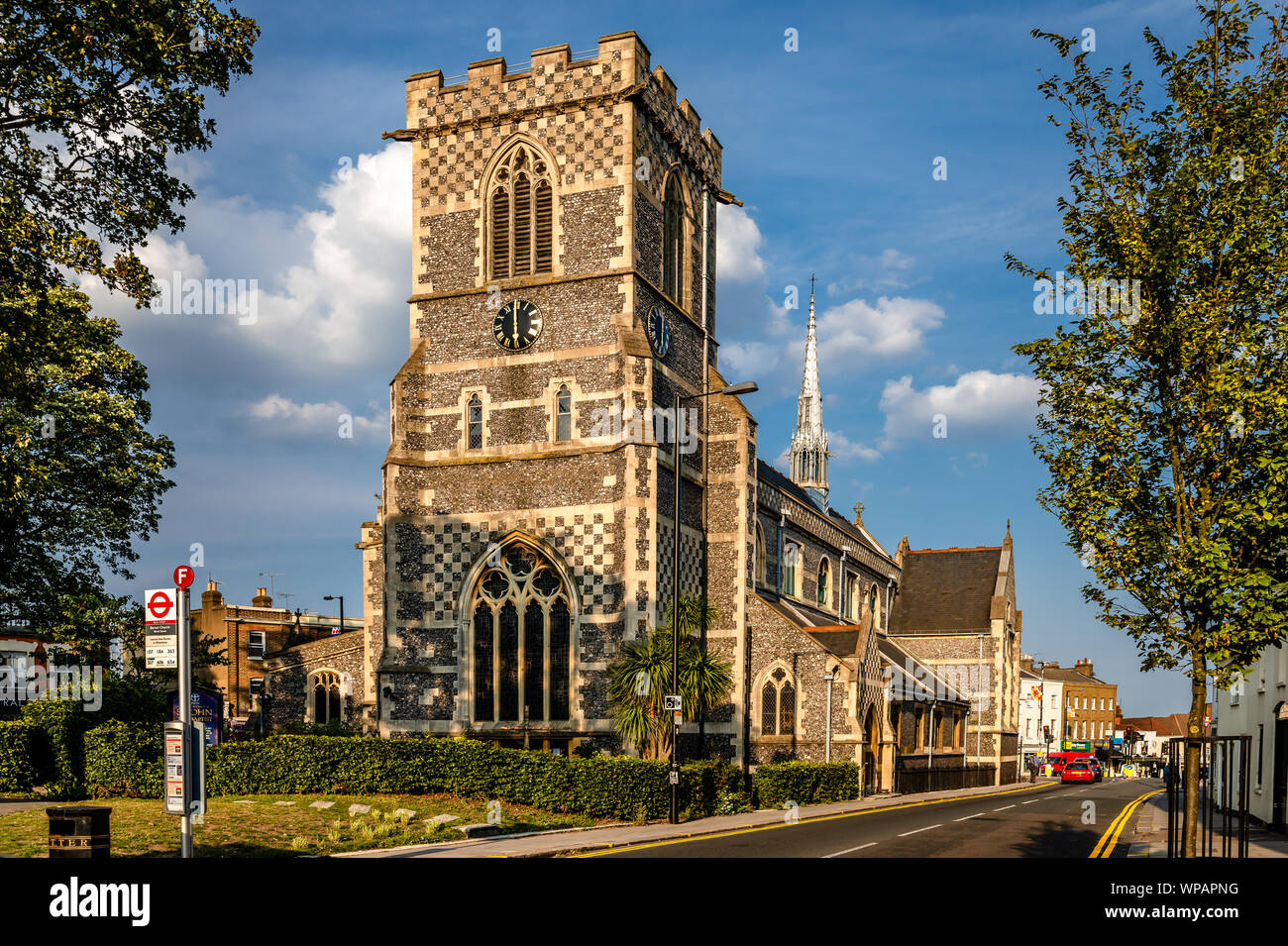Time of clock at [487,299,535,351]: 5:59
